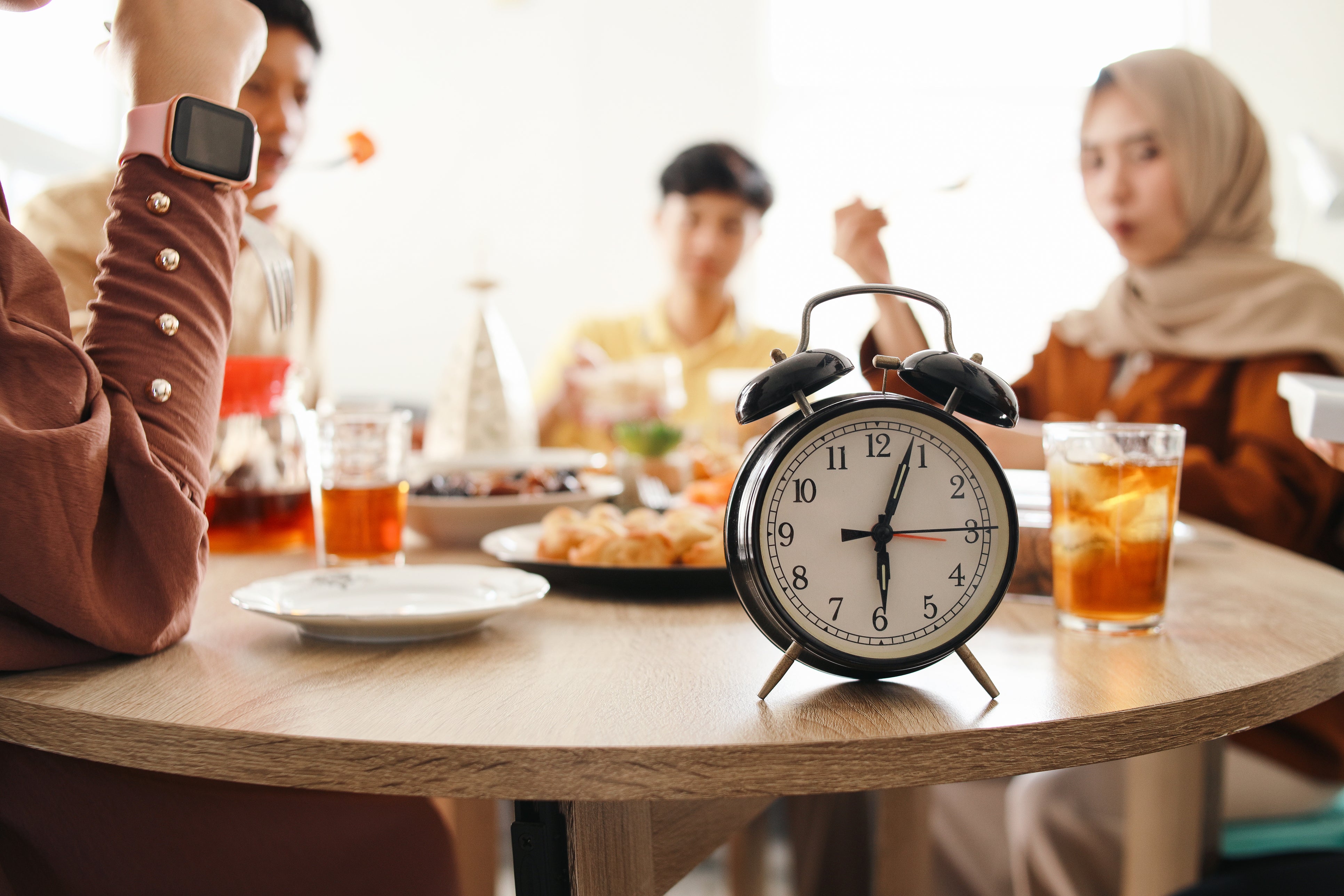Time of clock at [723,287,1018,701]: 6:03
